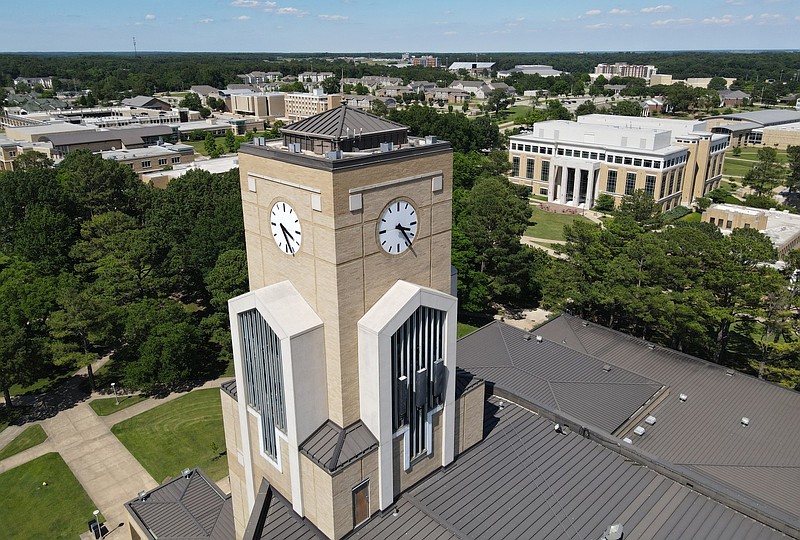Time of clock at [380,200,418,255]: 3:23
